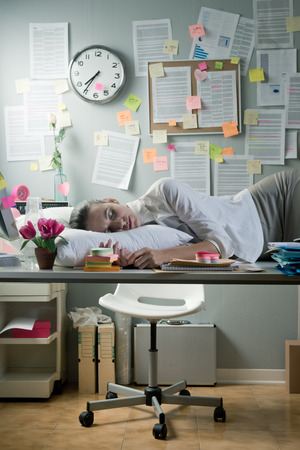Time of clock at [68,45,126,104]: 7:35
